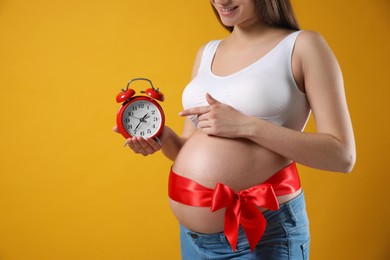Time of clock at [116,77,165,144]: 1:36
